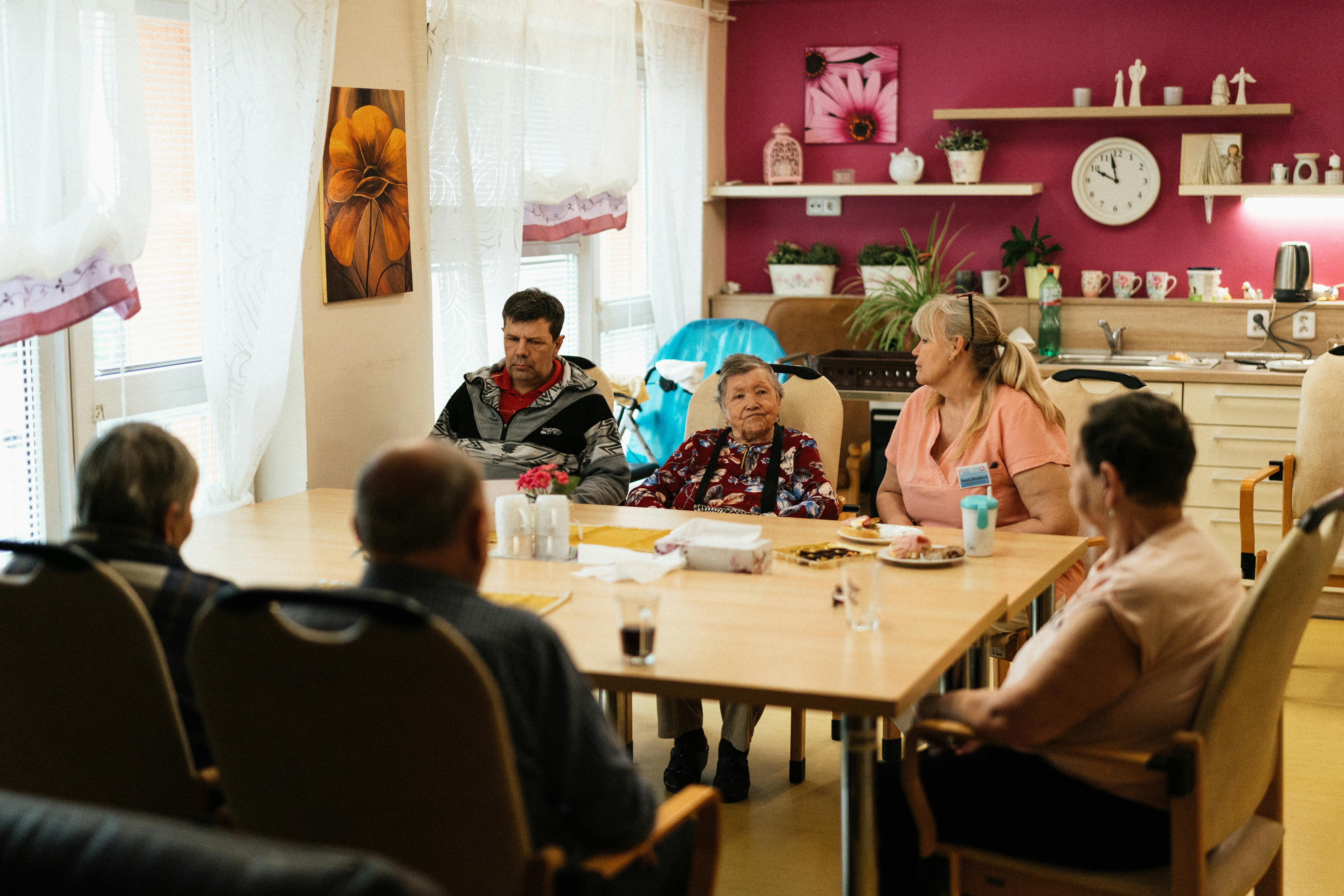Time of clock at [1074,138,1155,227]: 9:57
